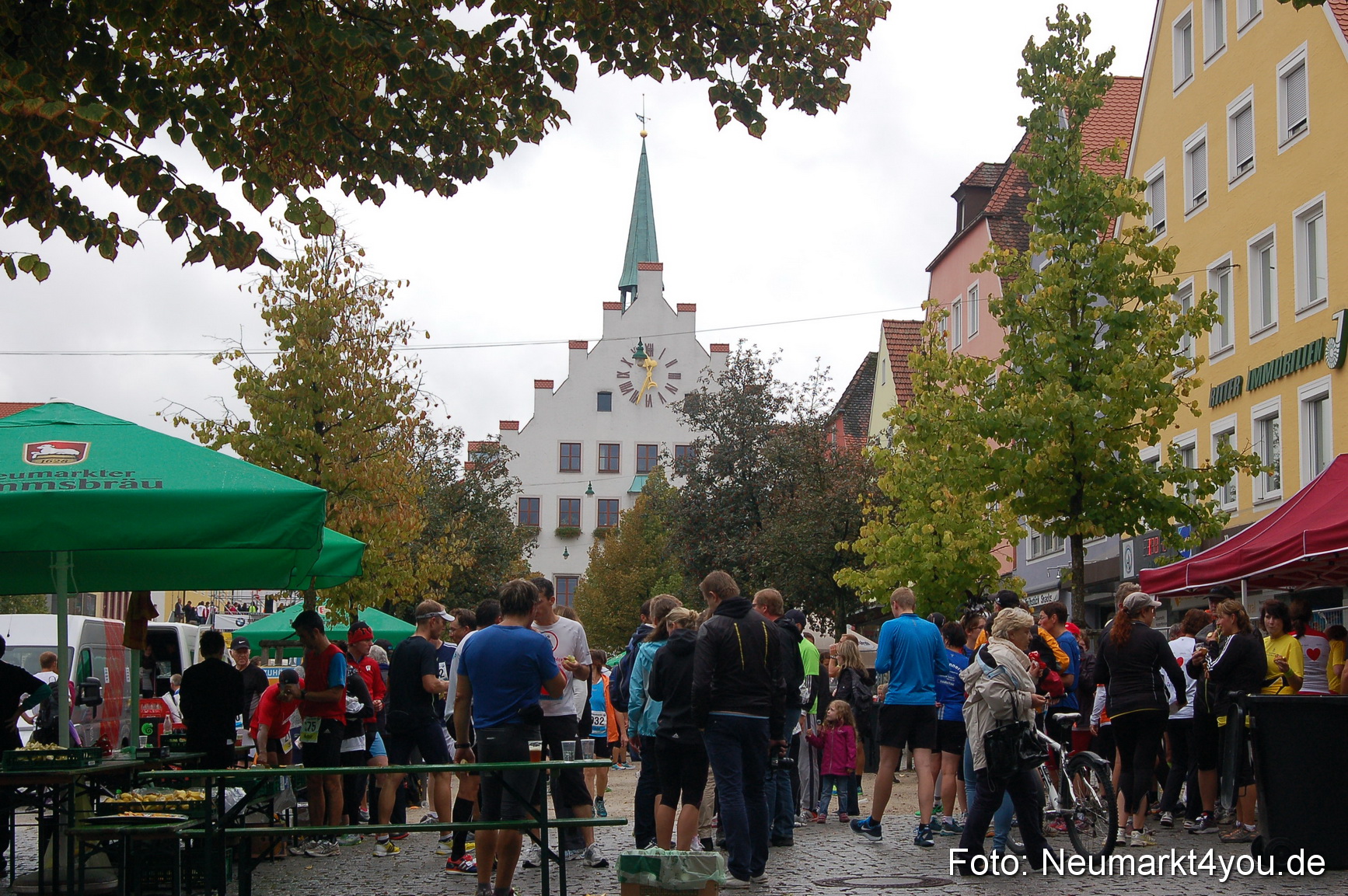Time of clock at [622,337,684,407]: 11:33
